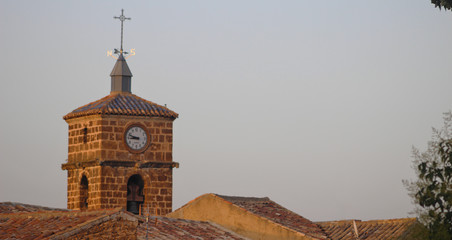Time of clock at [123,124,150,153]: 8:48
